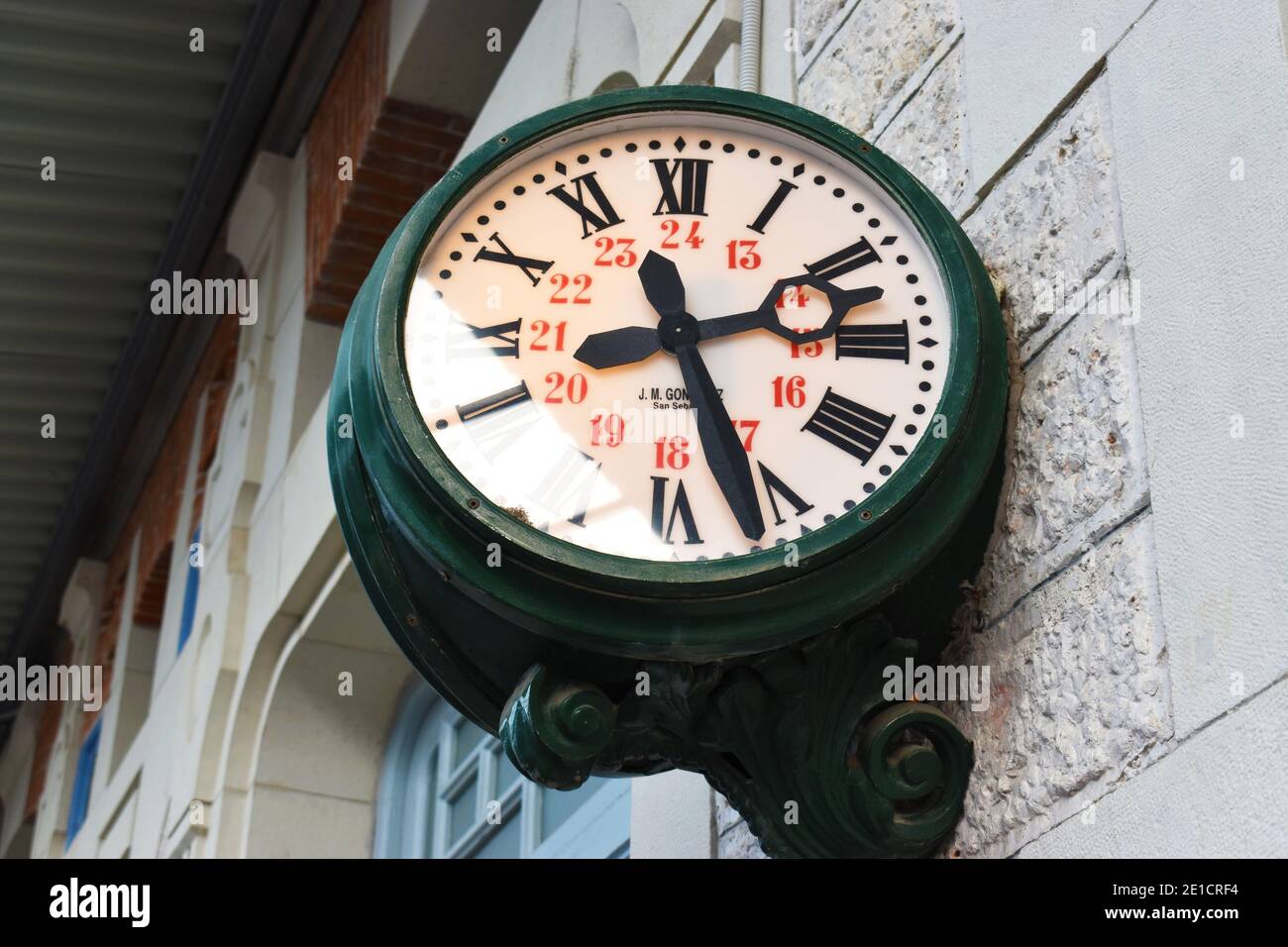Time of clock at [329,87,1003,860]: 2:26
